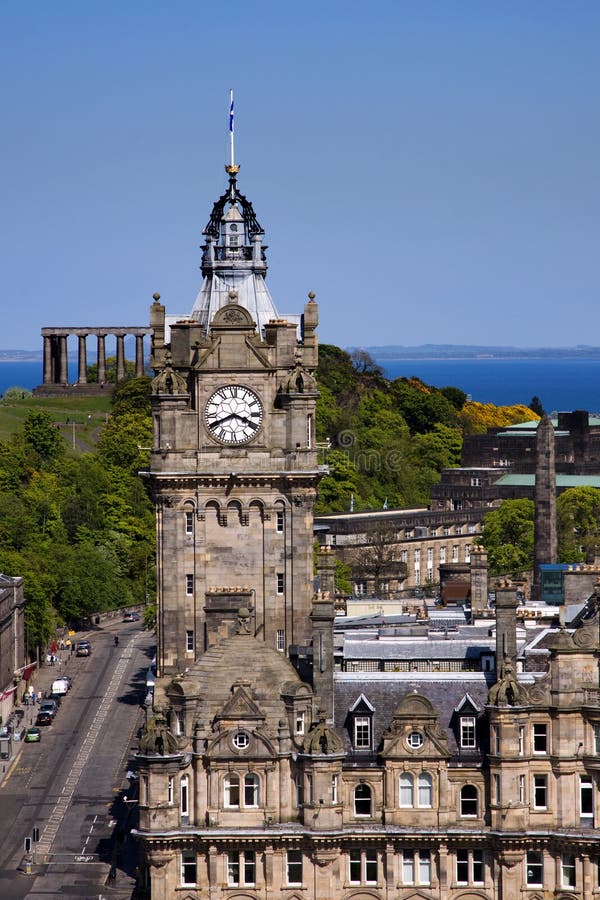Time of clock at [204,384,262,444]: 3:40
